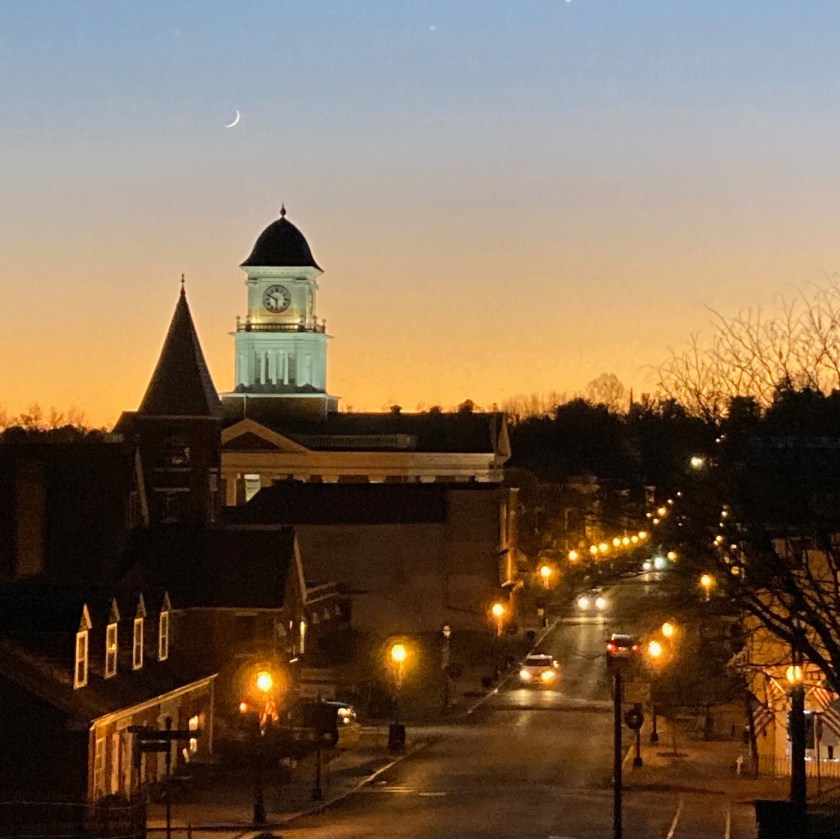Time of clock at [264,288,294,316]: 5:49
